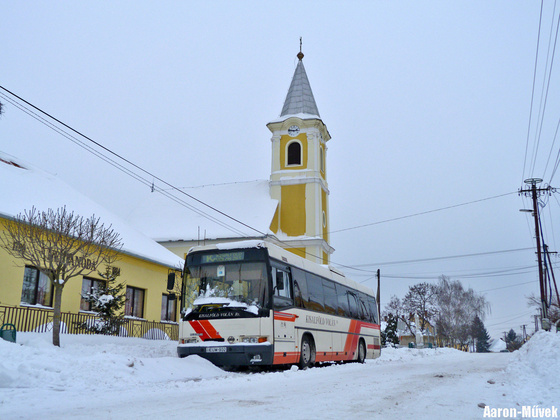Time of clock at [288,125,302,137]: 2:46
